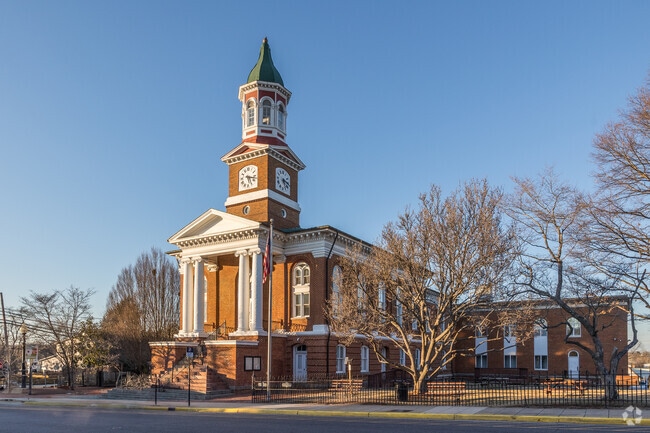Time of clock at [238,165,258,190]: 5:17
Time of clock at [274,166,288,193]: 5:15
